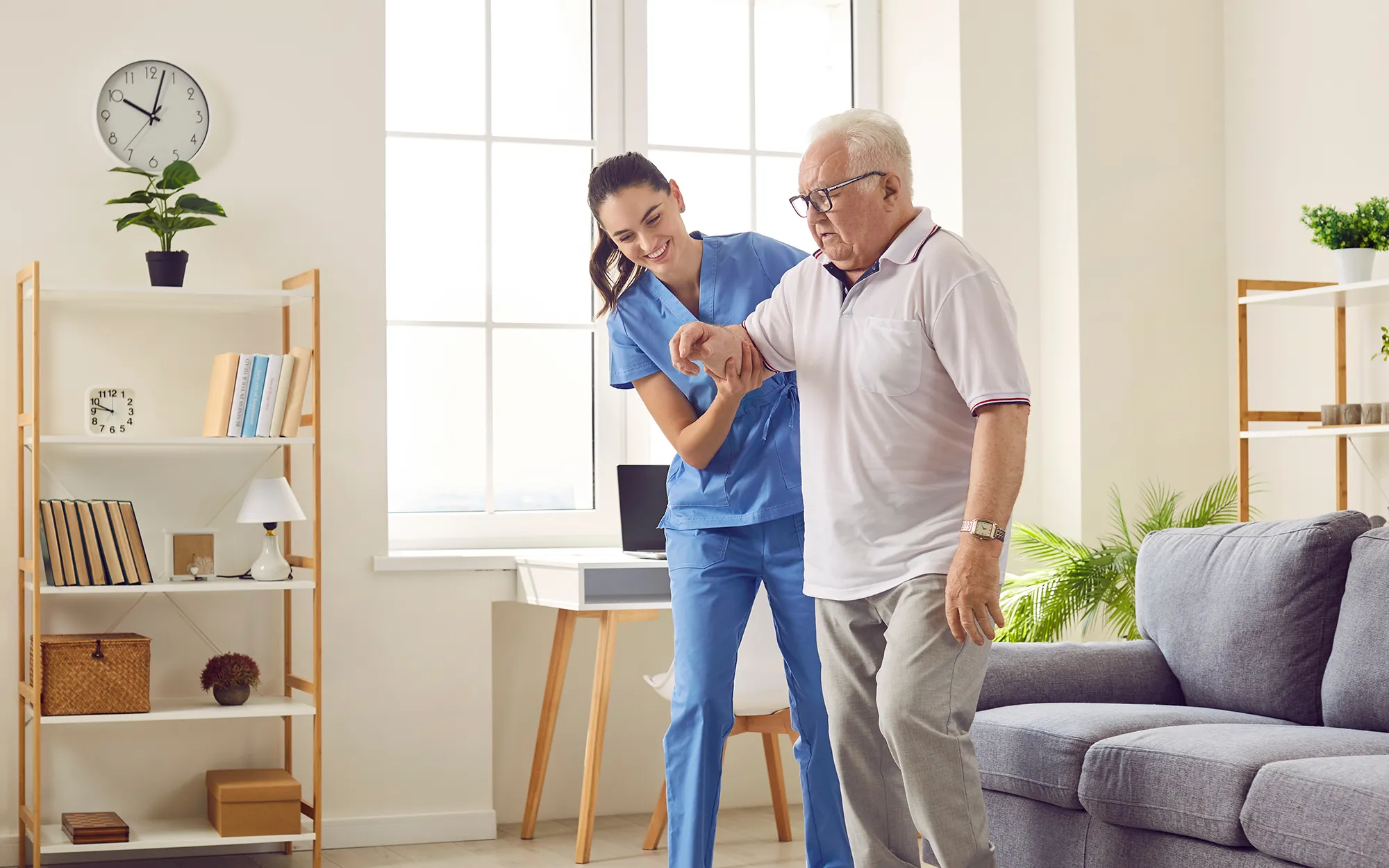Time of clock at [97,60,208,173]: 10:02
